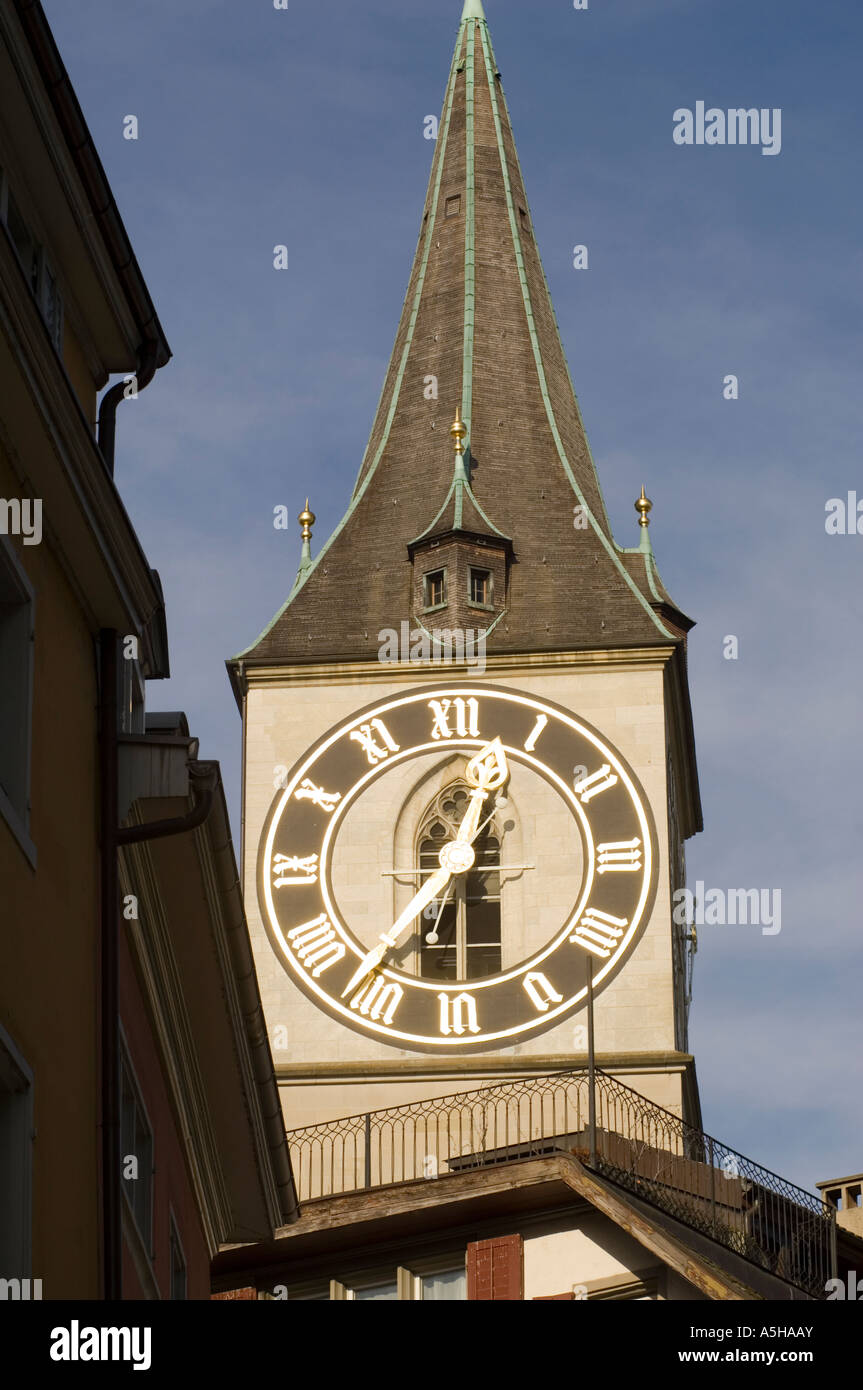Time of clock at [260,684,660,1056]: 12:36
